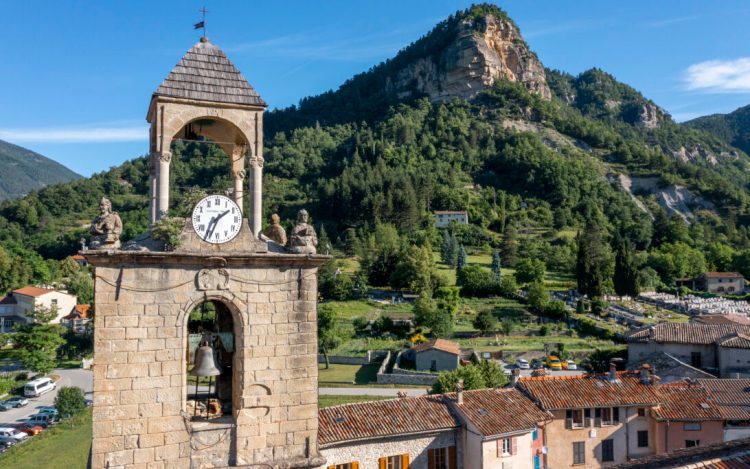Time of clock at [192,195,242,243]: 1:33
